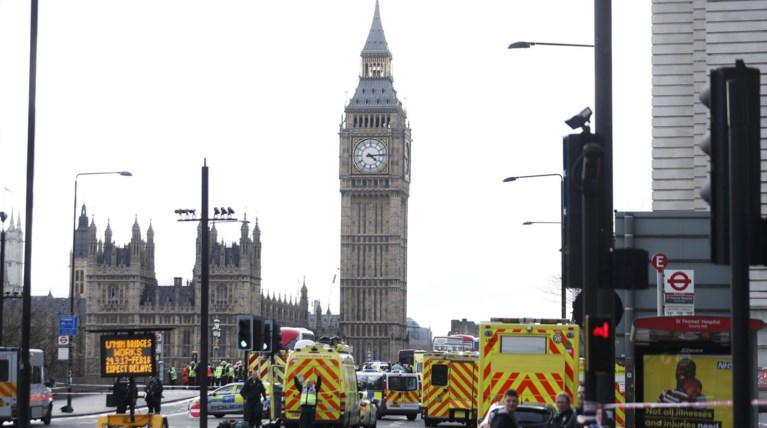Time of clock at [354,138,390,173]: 4:13
